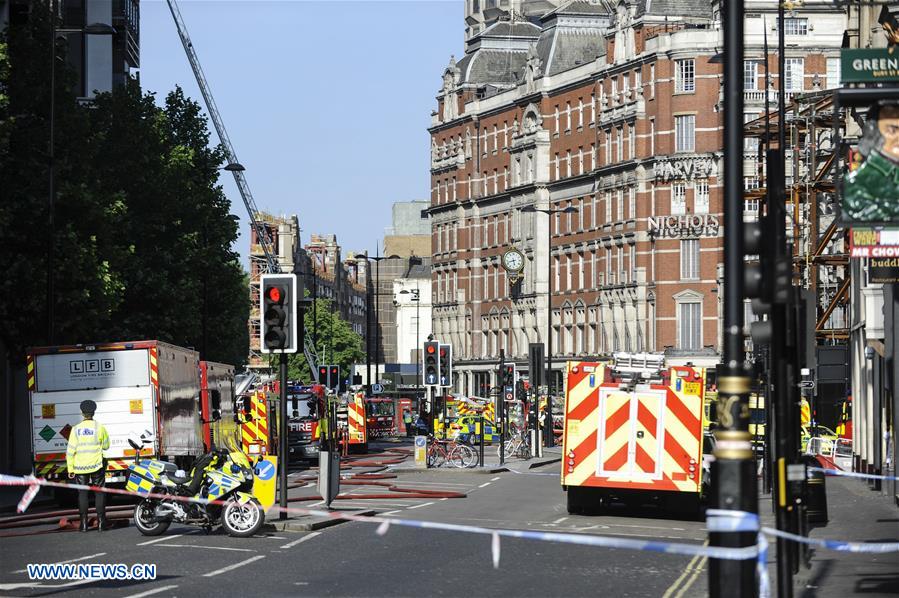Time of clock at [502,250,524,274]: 5:42
